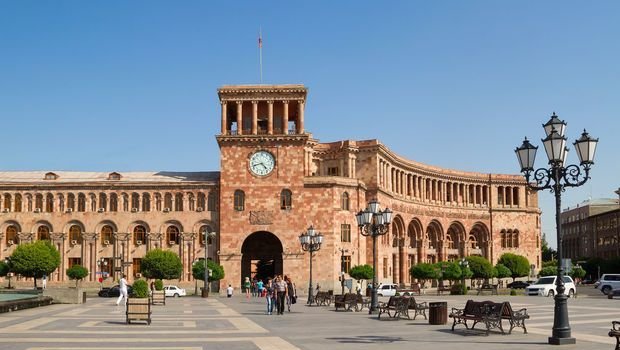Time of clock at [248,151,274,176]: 4:42
